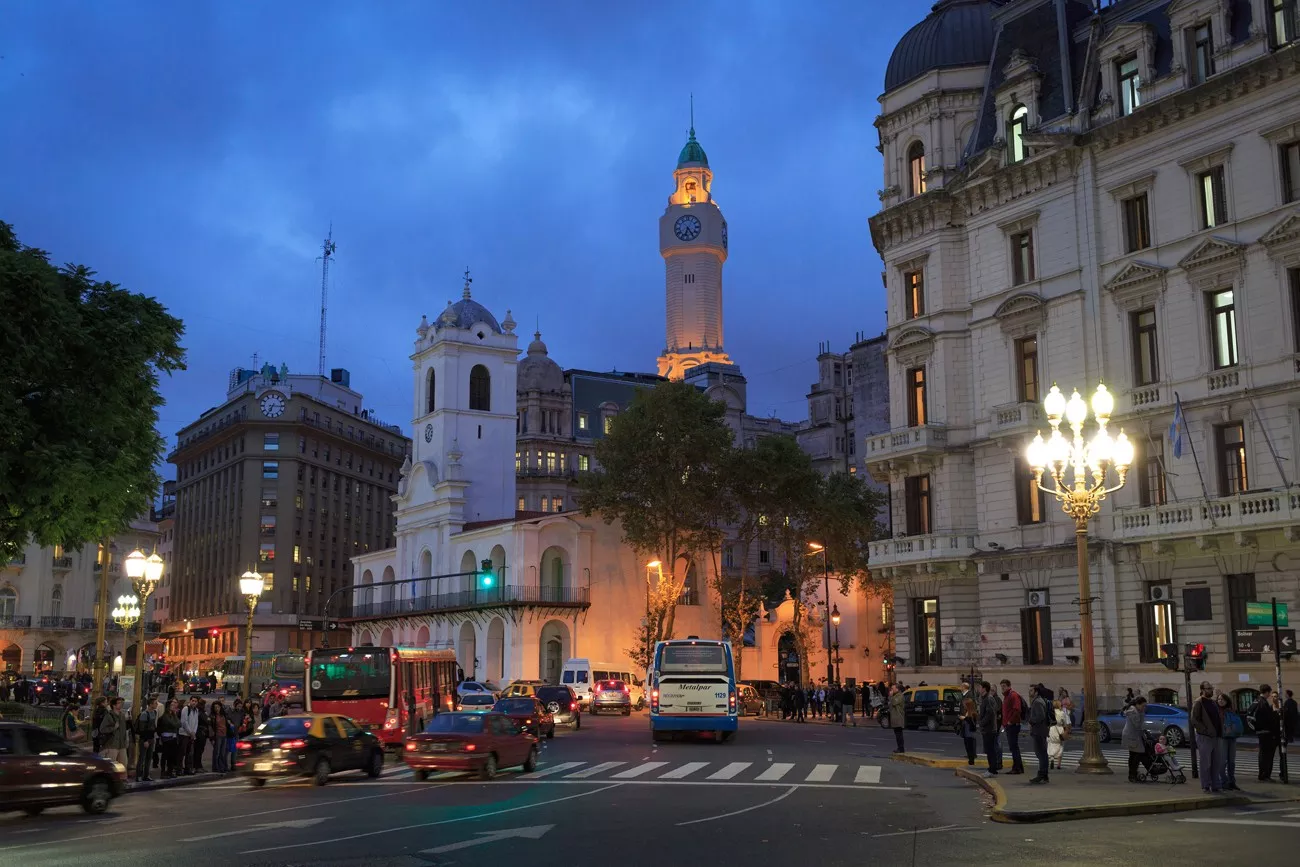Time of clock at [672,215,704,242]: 6:24
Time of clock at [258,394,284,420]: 7:15
